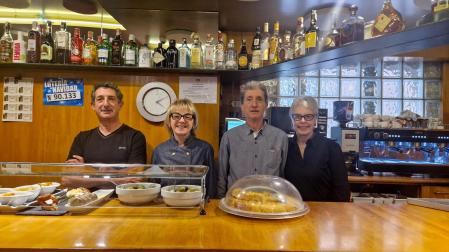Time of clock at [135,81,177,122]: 4:10
